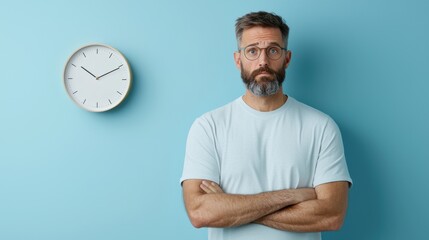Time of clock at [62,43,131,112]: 10:10
